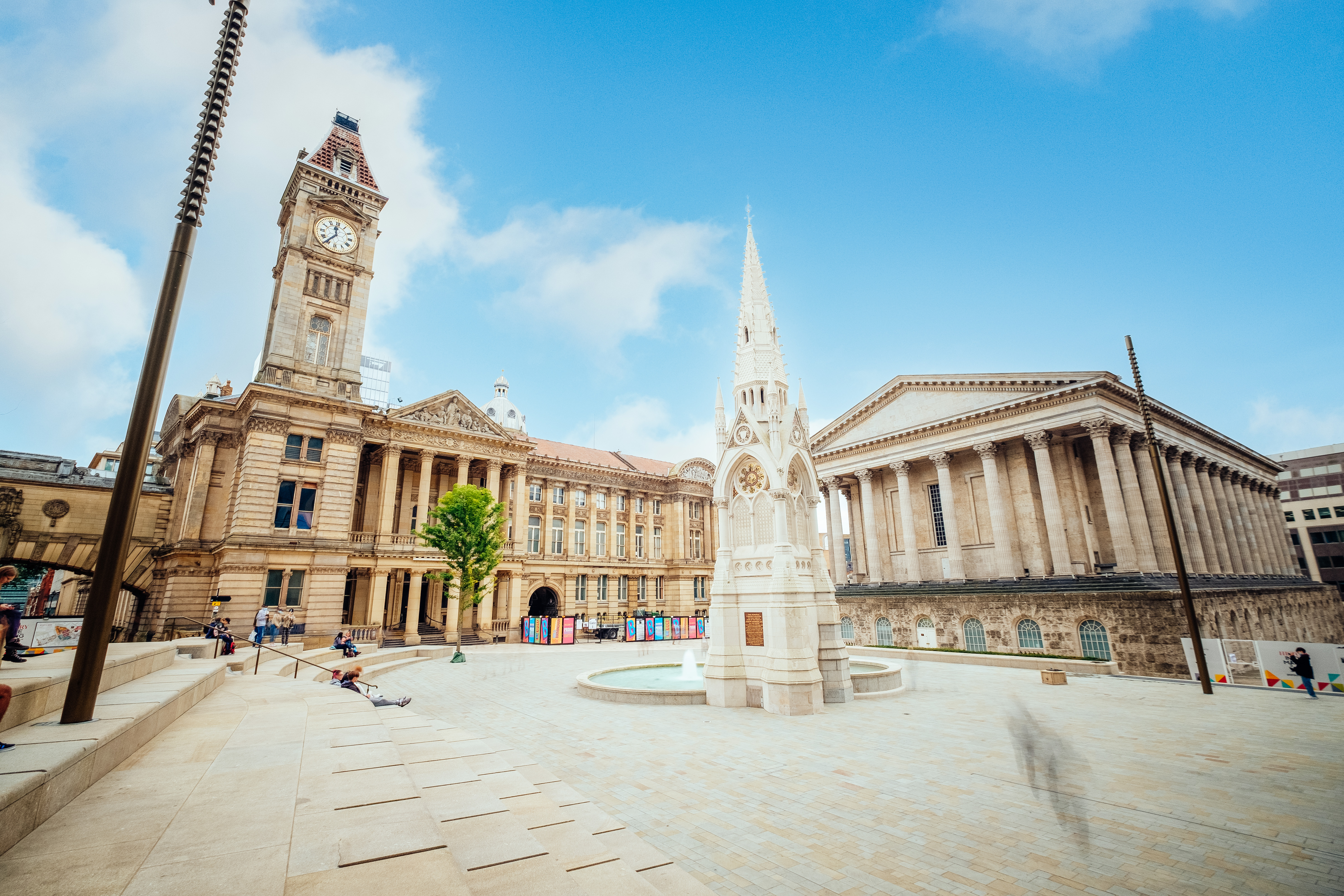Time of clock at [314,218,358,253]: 11:36
